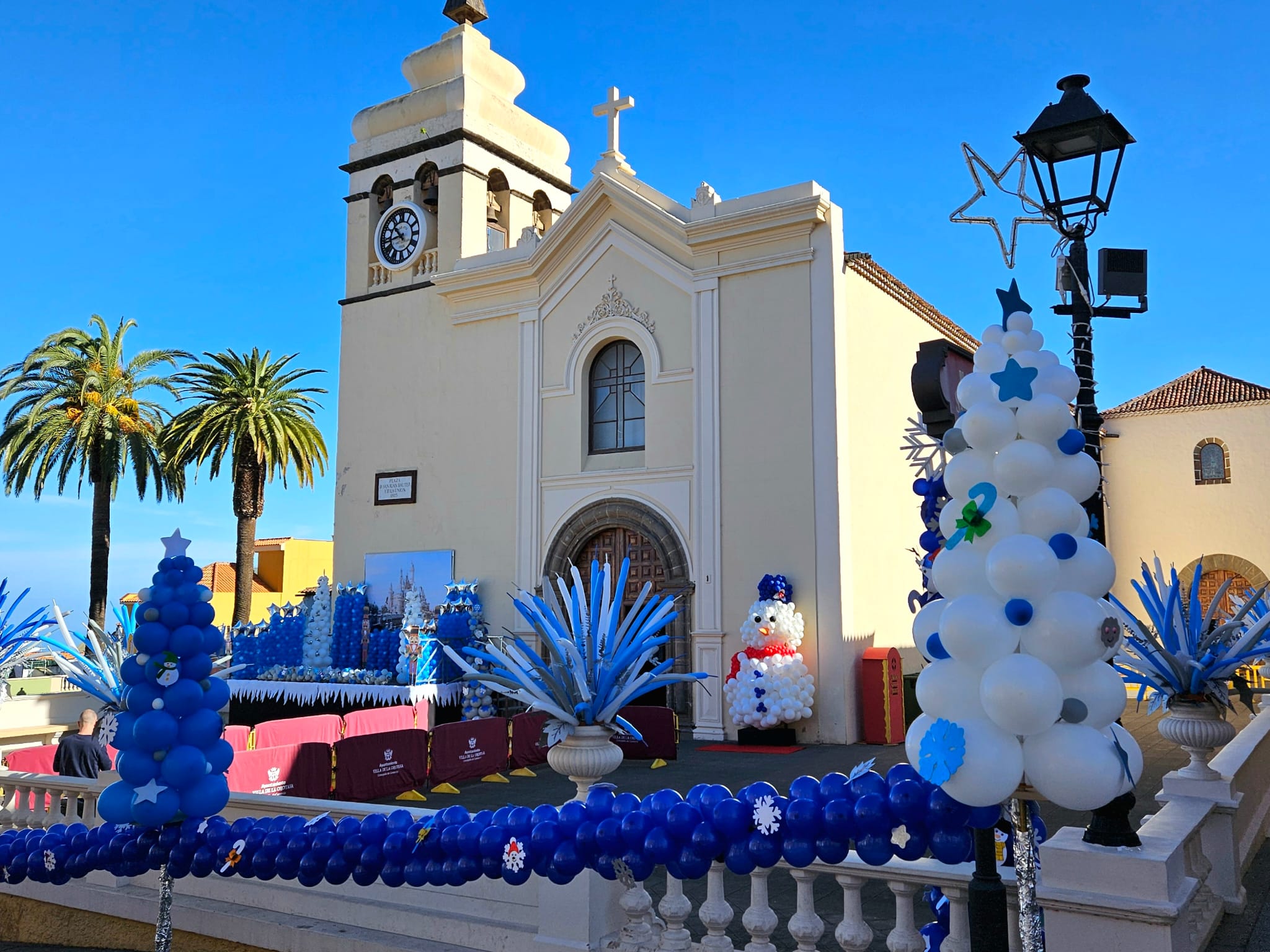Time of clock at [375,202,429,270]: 10:42
